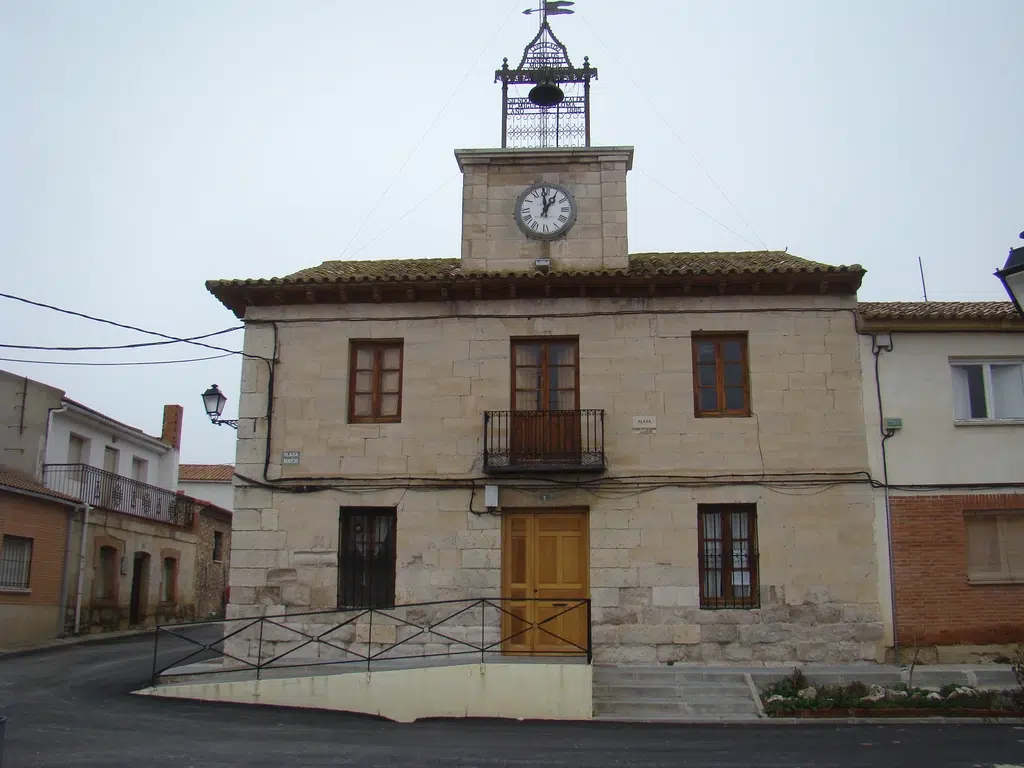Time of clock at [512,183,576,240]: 12:59
